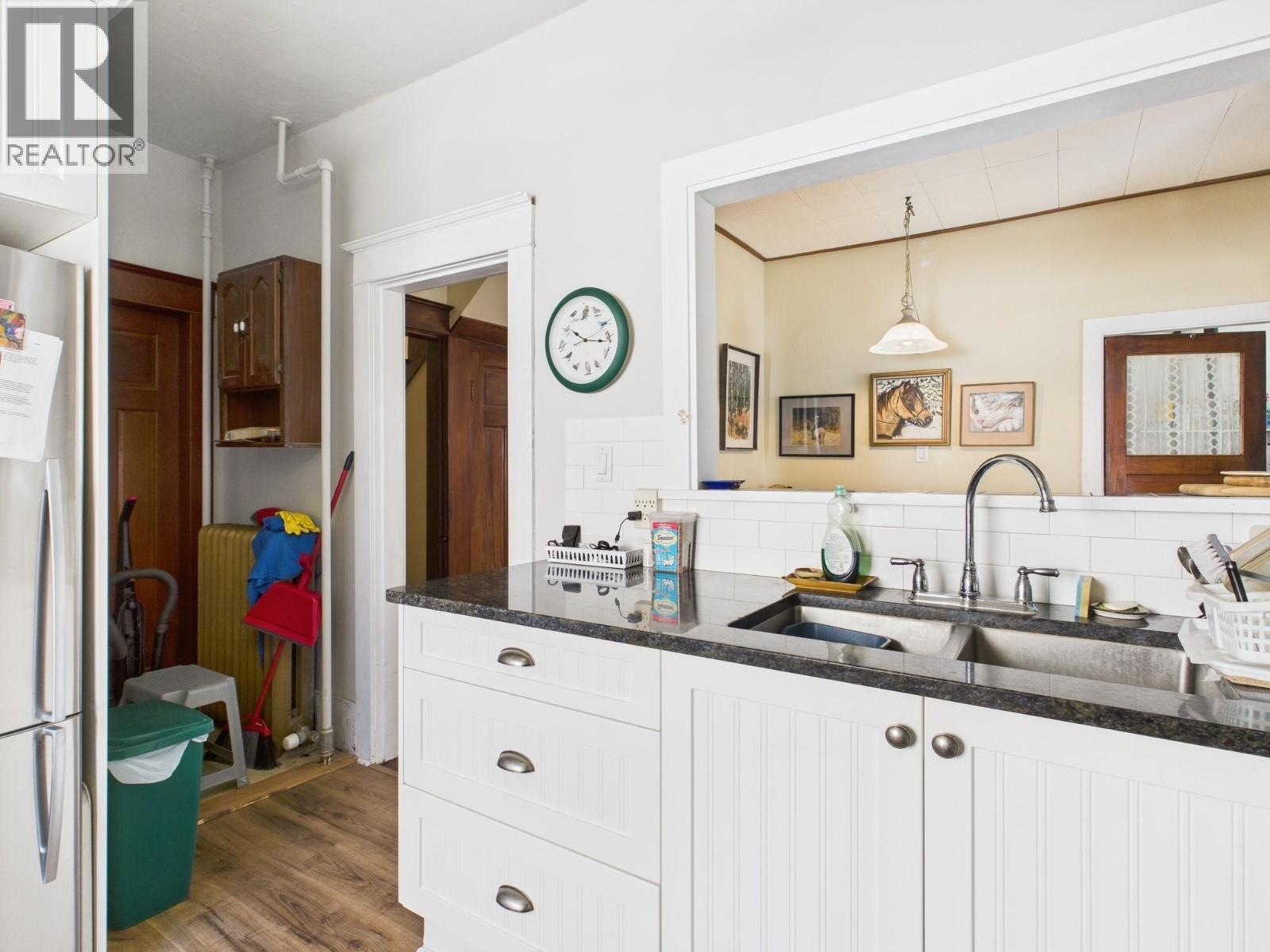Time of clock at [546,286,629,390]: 10:16
